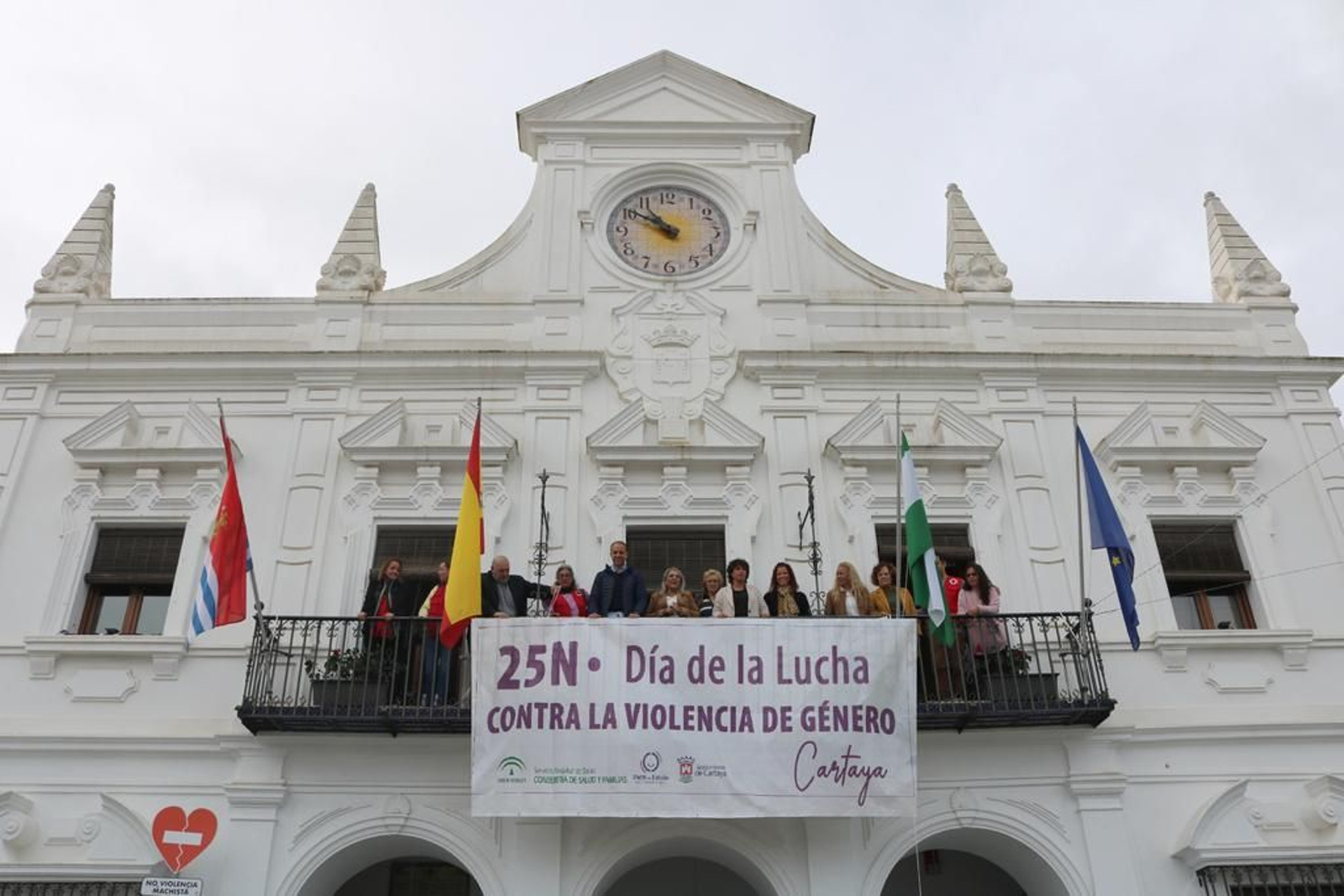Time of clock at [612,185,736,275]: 10:50
